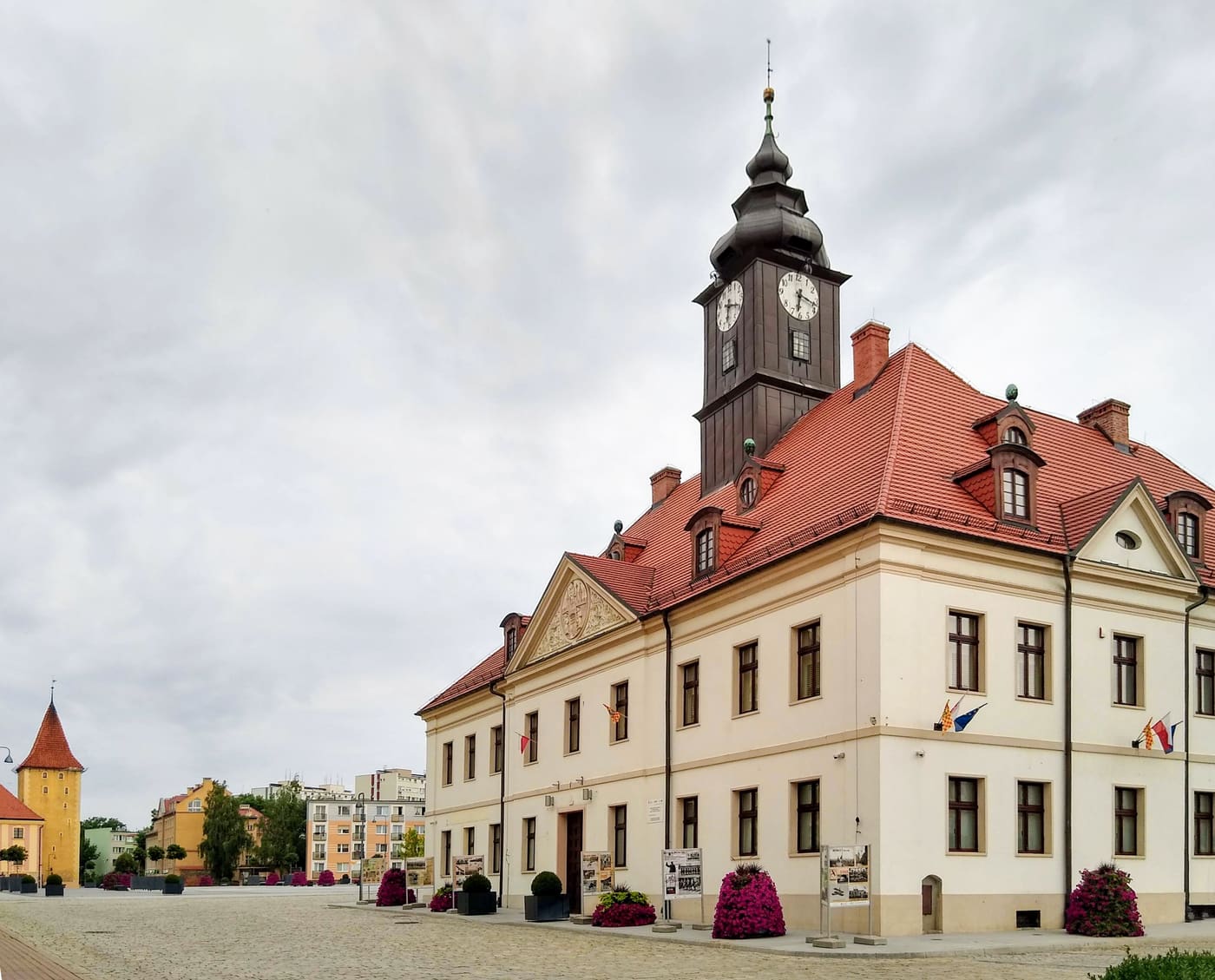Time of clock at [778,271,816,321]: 6:17
